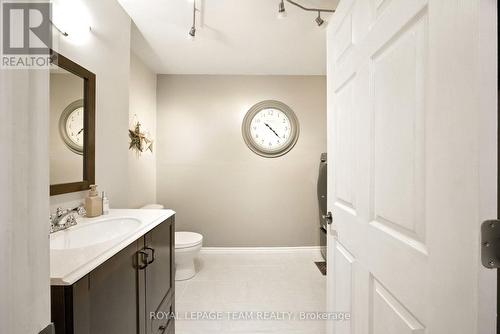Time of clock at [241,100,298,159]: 4:22
